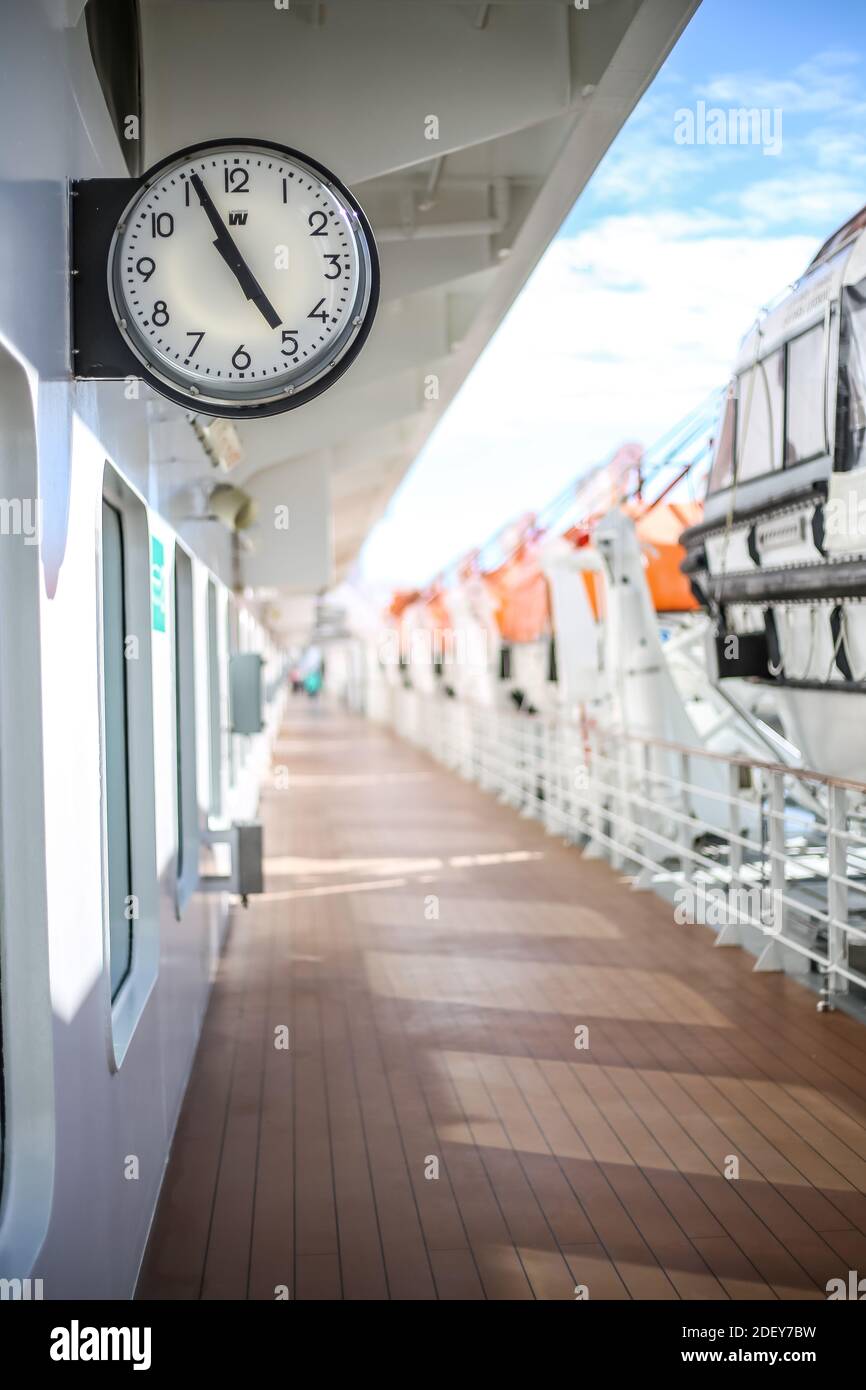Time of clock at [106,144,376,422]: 4:55
